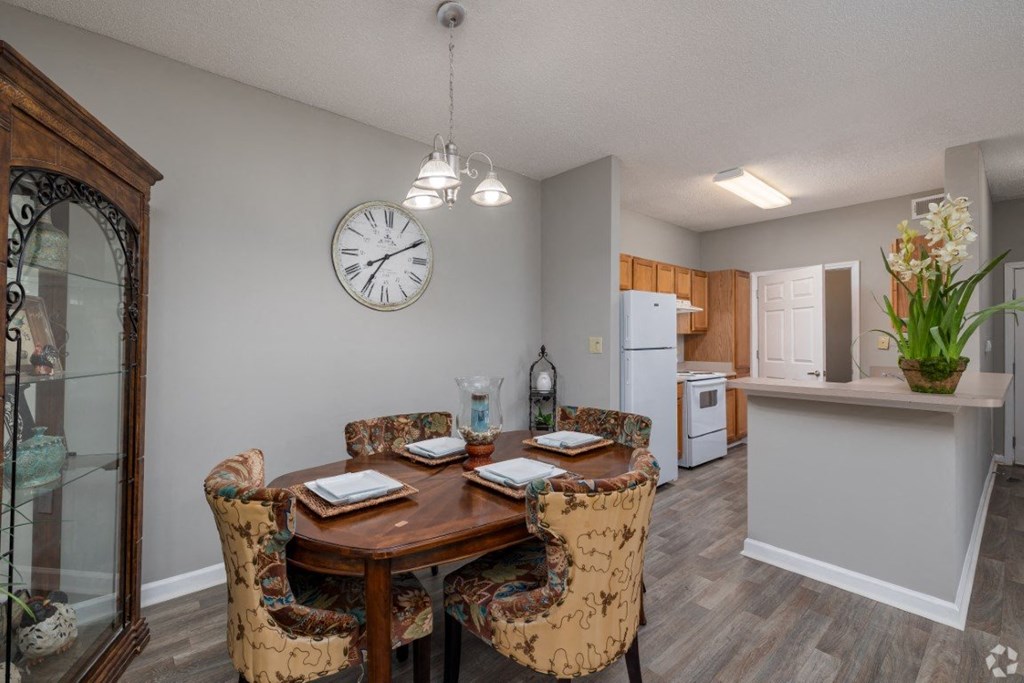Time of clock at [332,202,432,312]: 7:10
